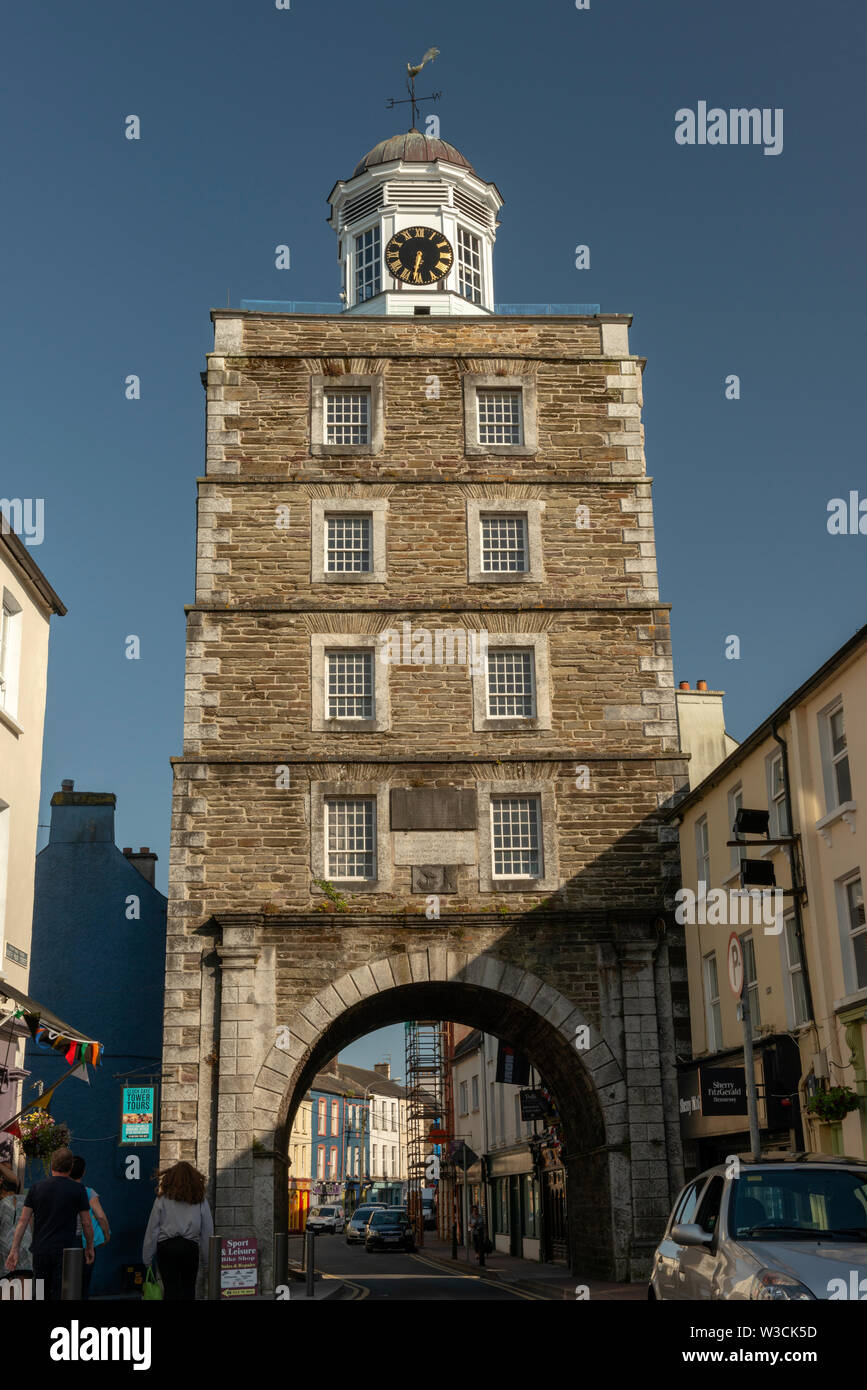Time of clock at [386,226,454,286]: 6:32
